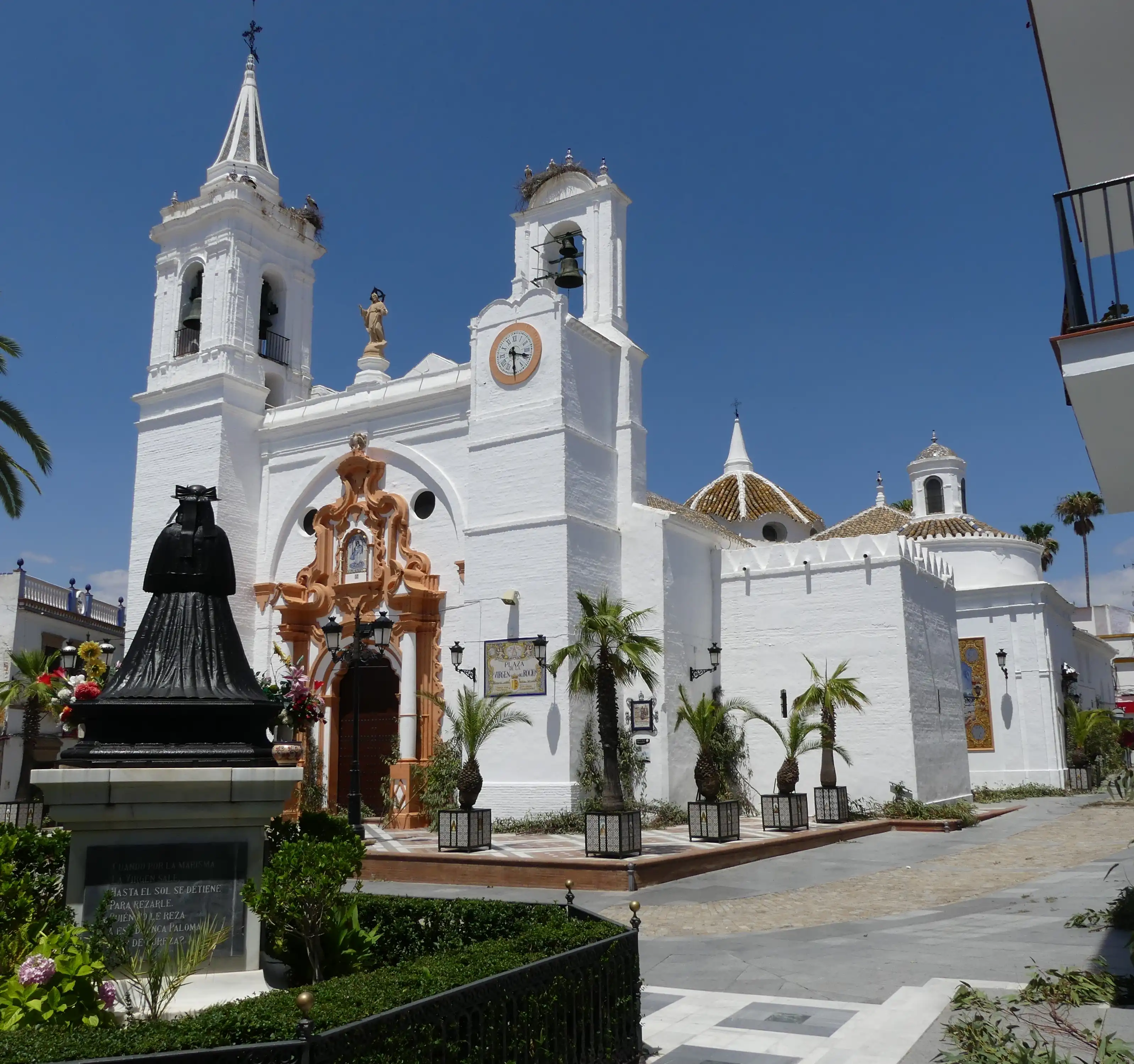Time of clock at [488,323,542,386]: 3:29
